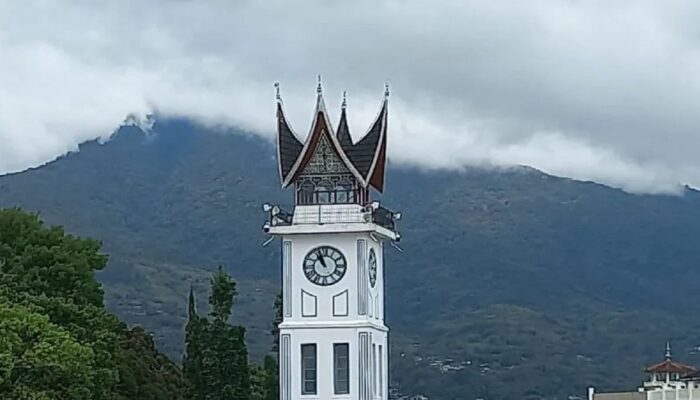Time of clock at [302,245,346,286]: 10:56
